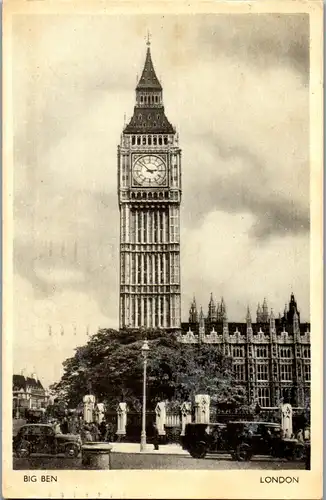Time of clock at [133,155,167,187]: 2:52
